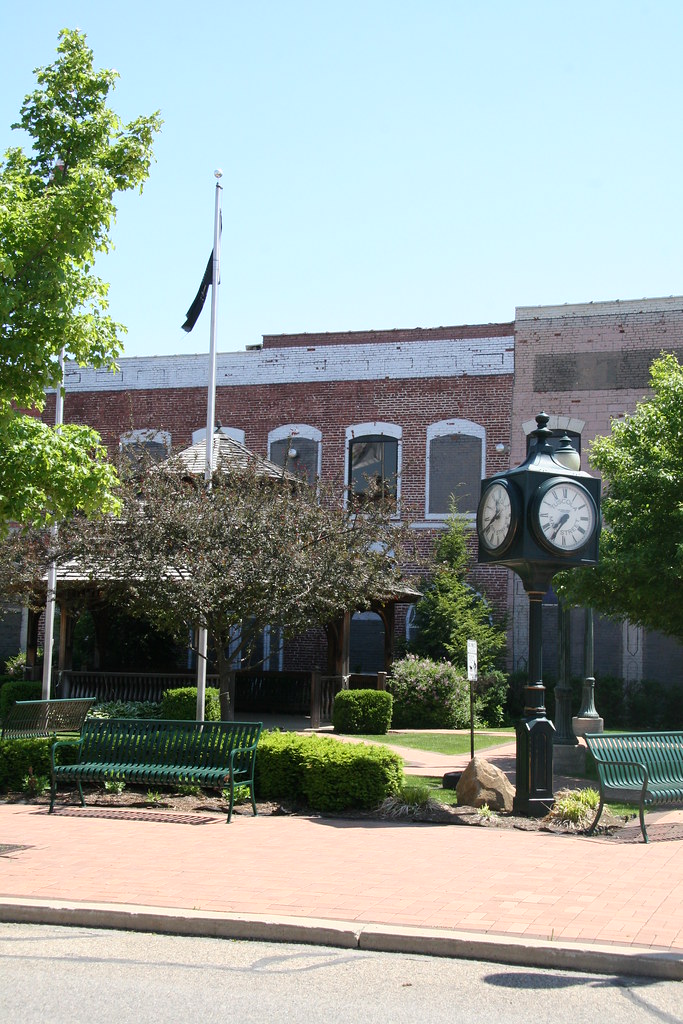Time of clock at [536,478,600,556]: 7:35
